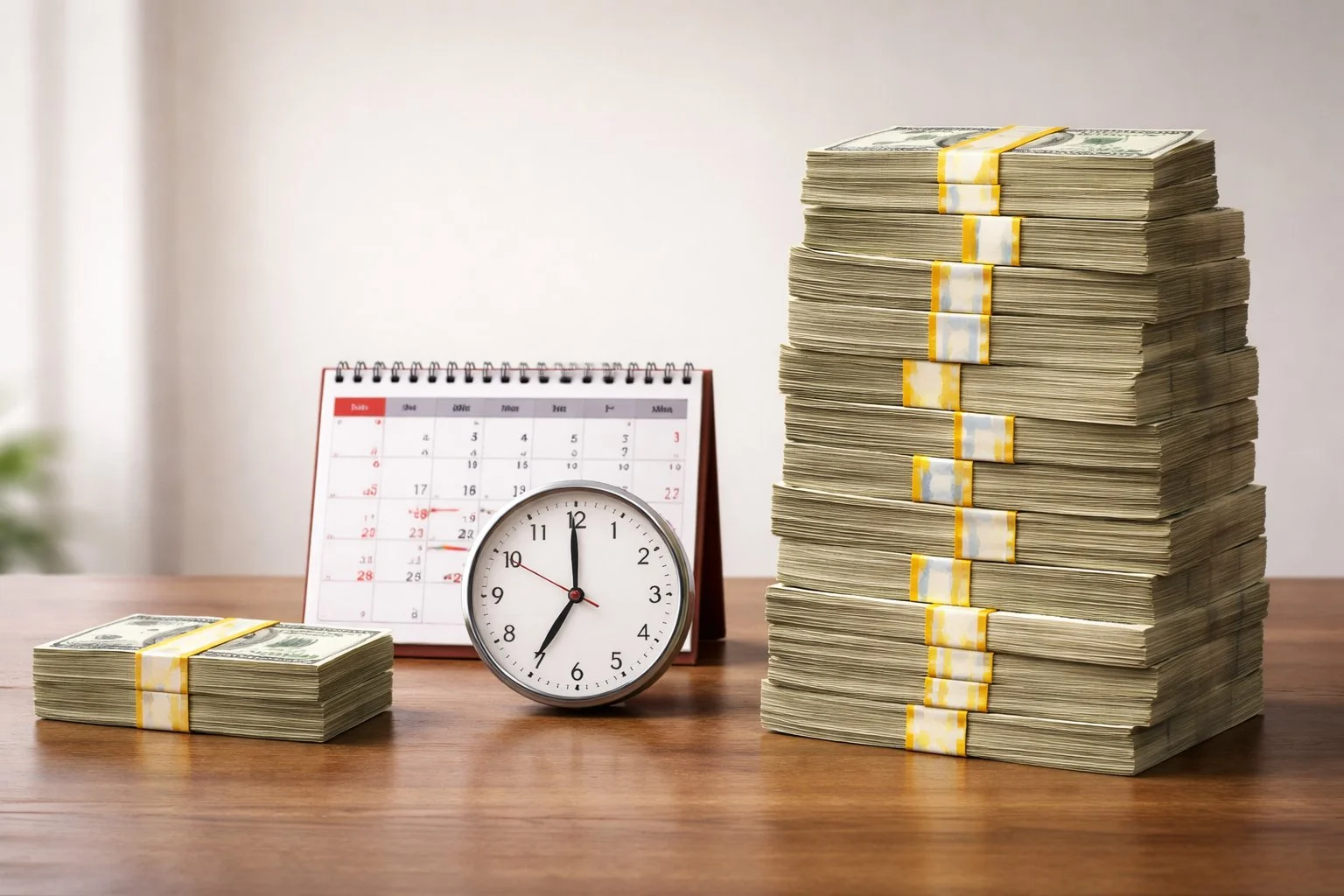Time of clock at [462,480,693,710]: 6:59
